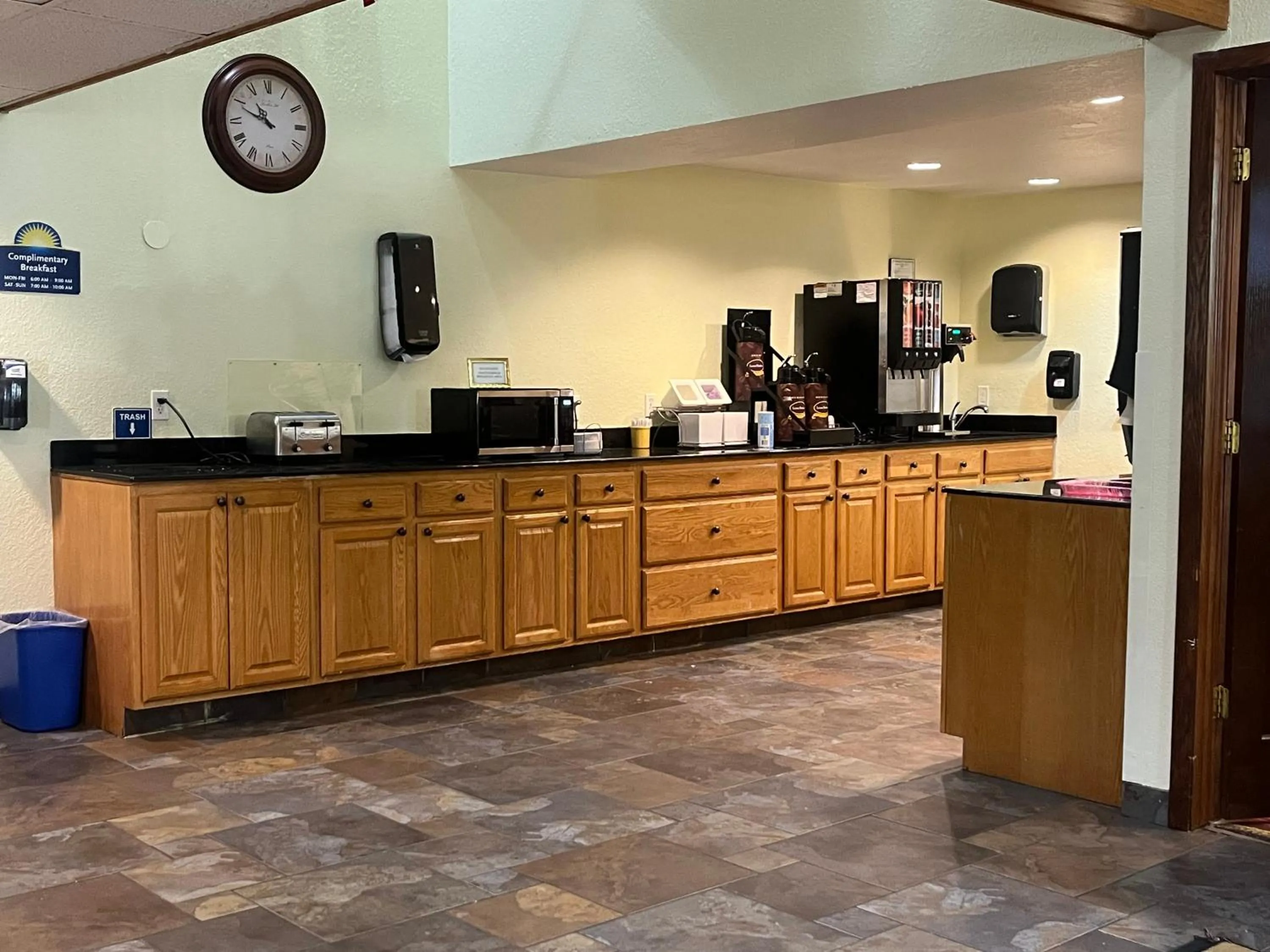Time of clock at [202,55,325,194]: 10:49
